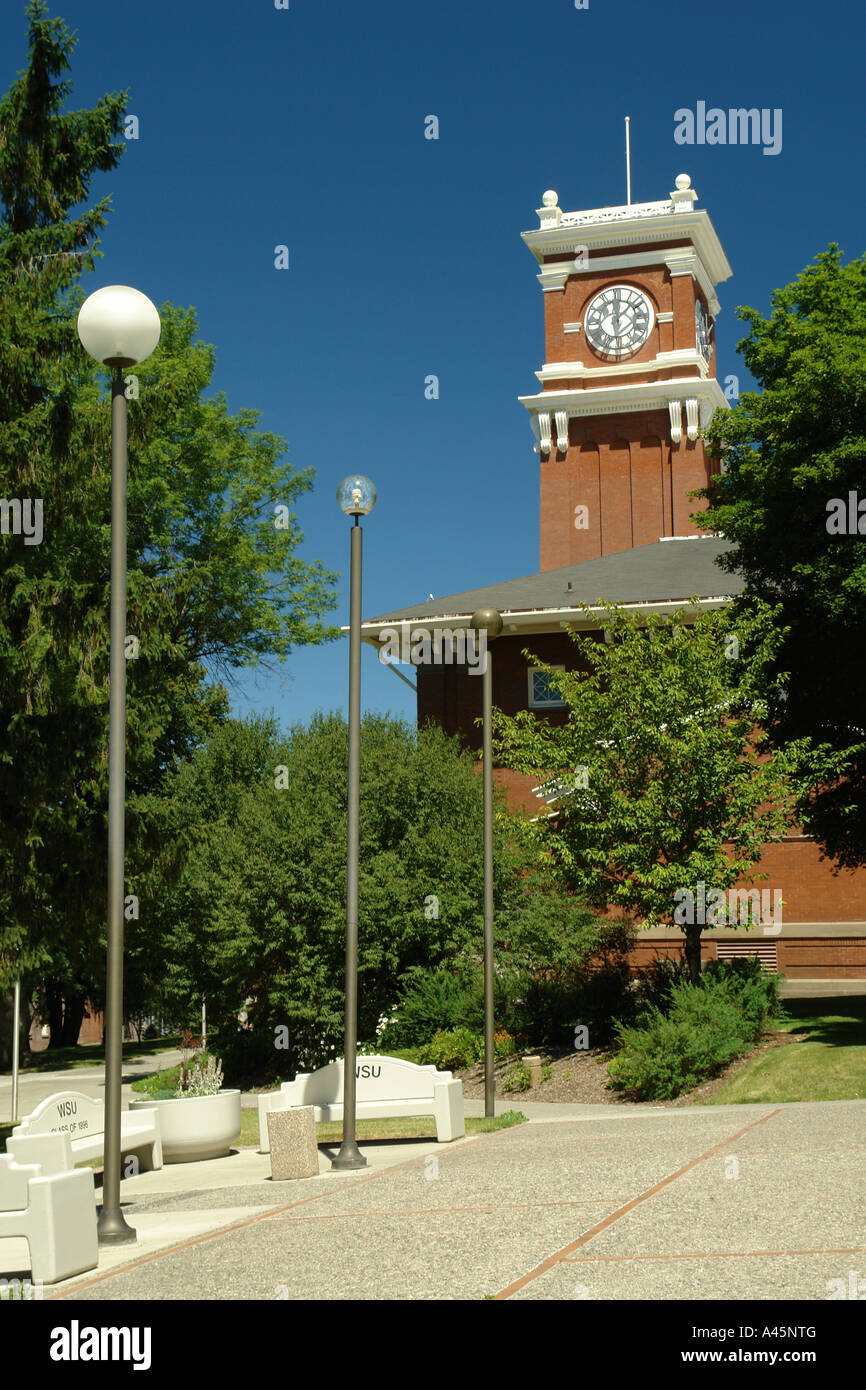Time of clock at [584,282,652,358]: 12:07
